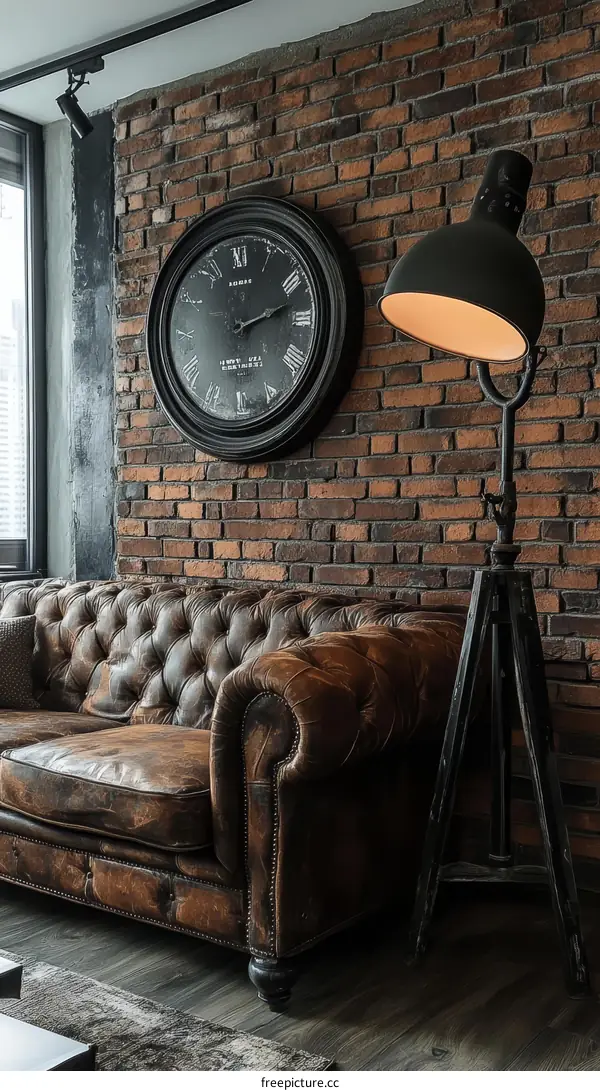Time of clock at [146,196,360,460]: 2:12
